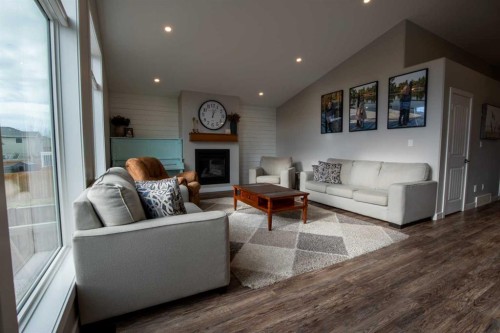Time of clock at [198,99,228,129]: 12:03
